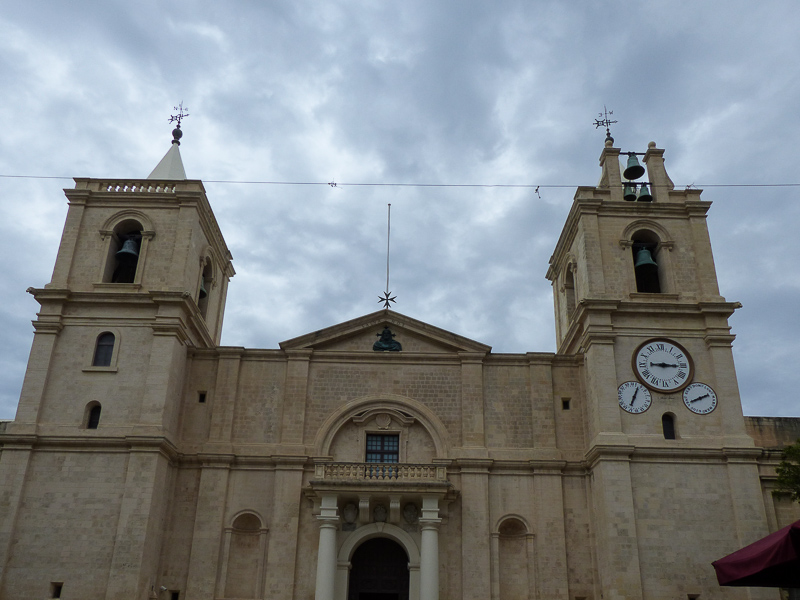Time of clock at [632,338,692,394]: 9:15
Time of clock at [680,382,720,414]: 8:11
